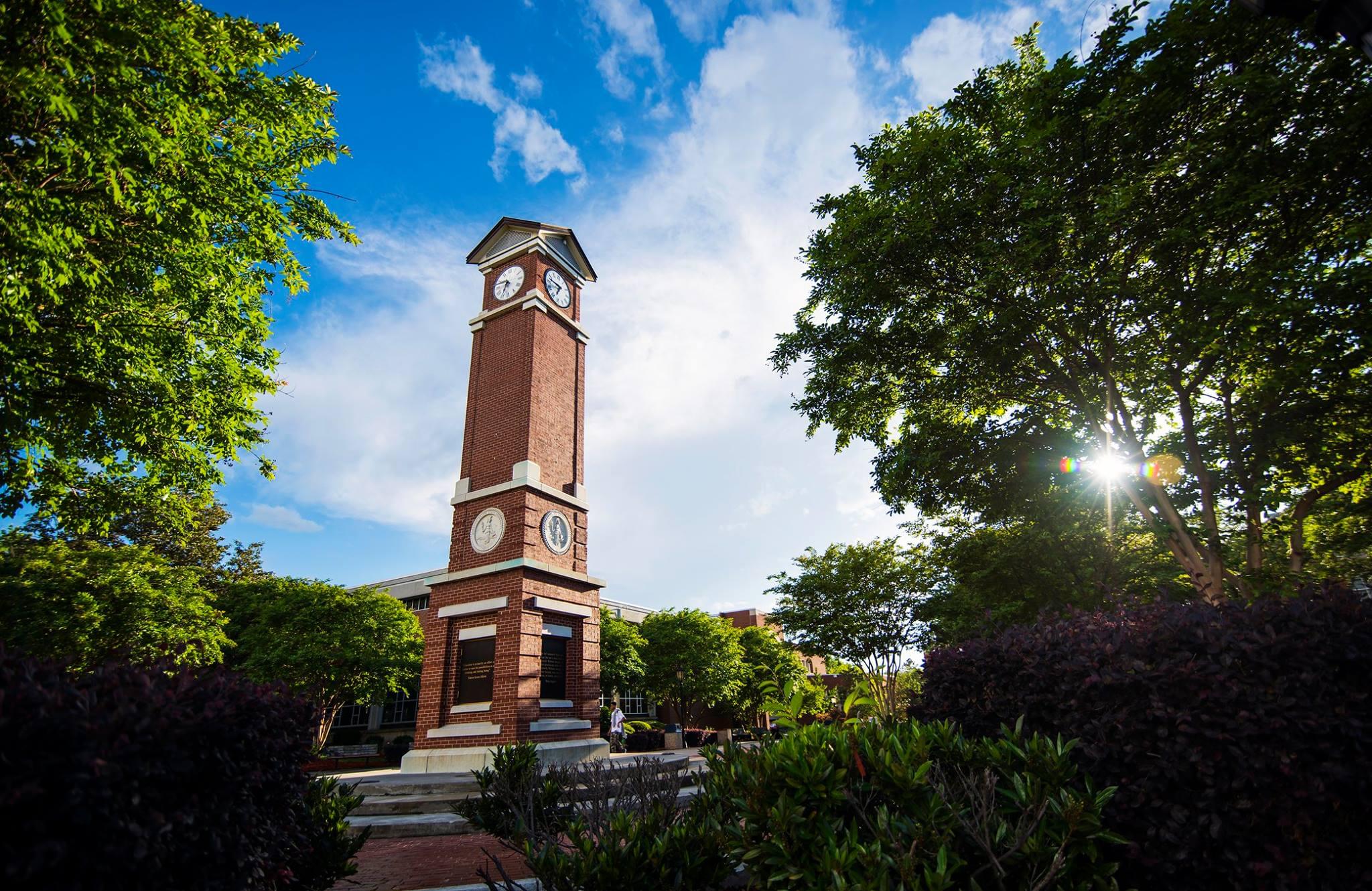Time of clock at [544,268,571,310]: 6:47
